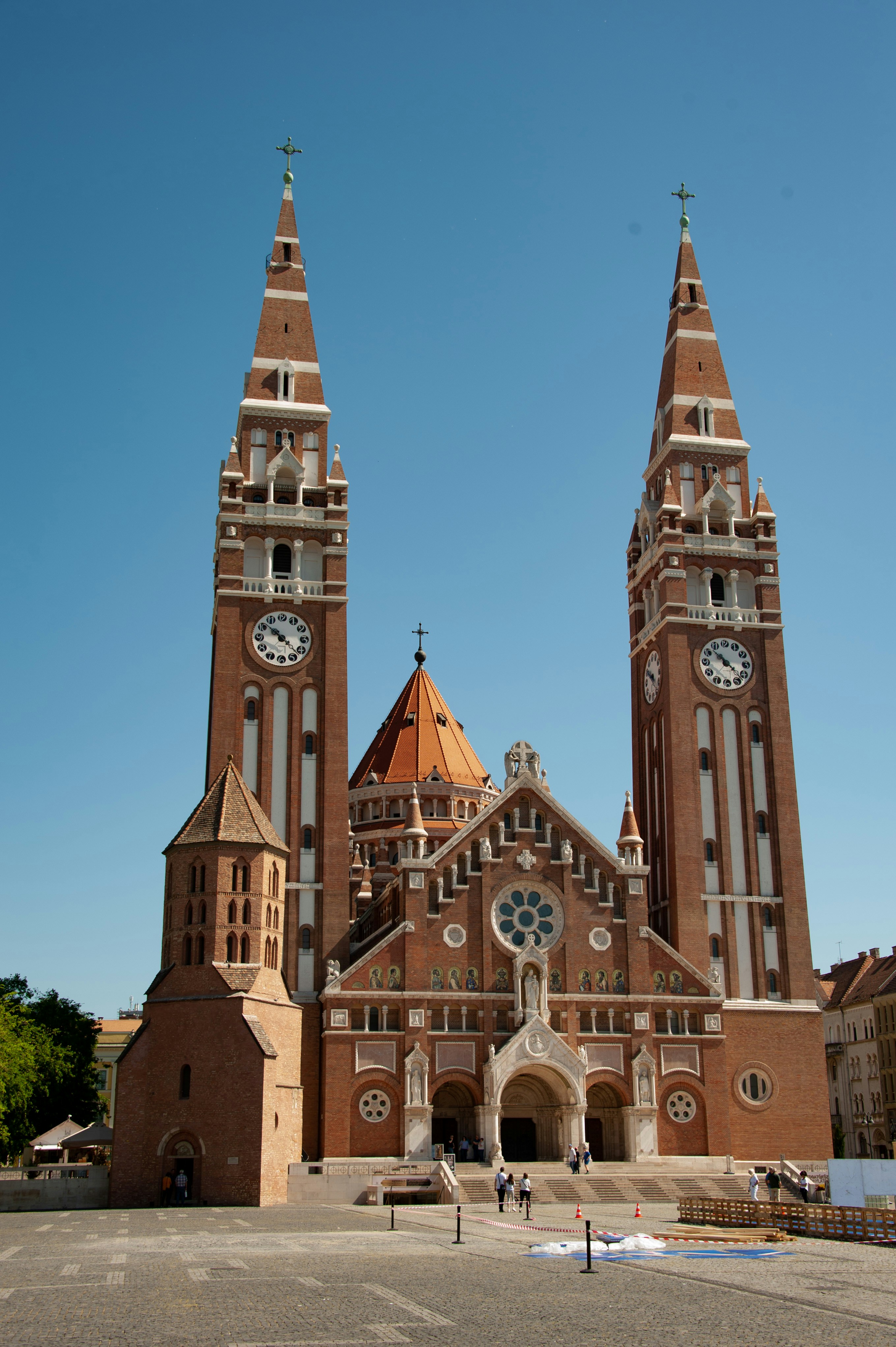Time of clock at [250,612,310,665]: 10:22
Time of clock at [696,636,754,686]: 10:22
